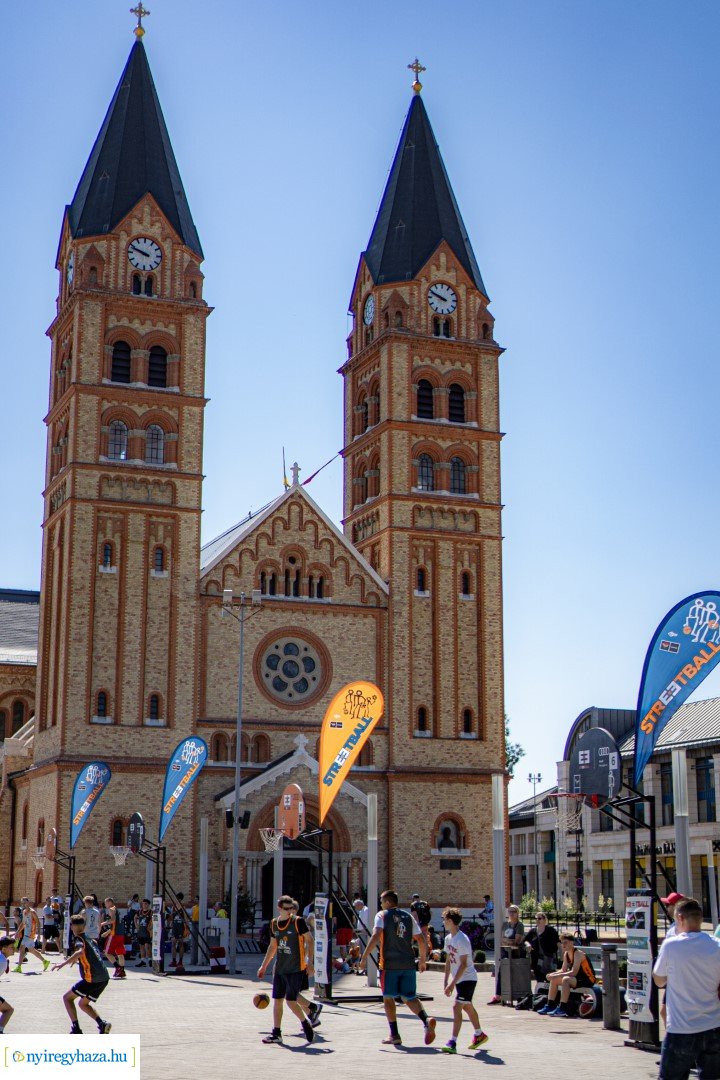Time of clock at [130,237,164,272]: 9:48
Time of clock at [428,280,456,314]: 9:48
